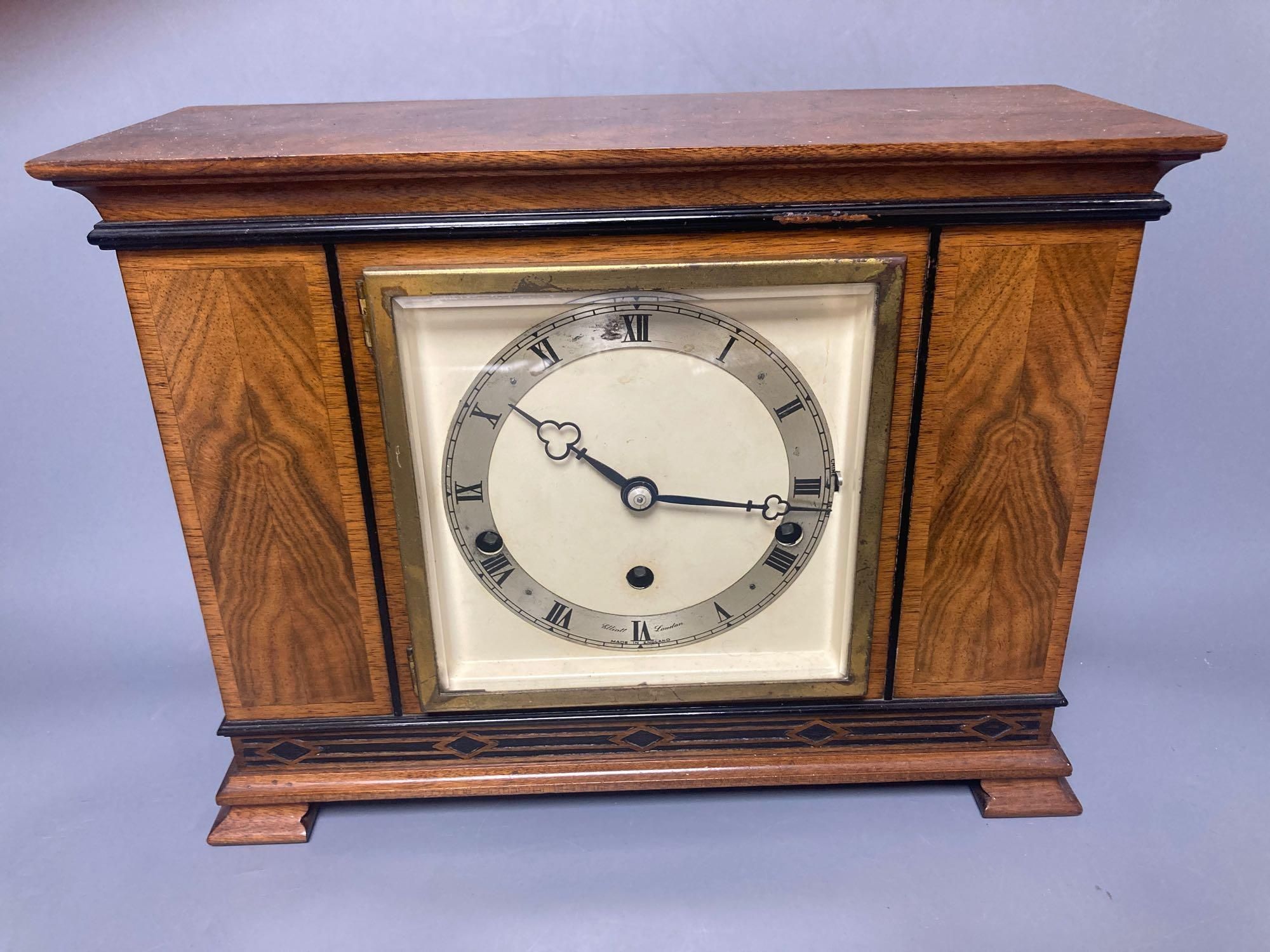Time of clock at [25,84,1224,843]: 10:17
